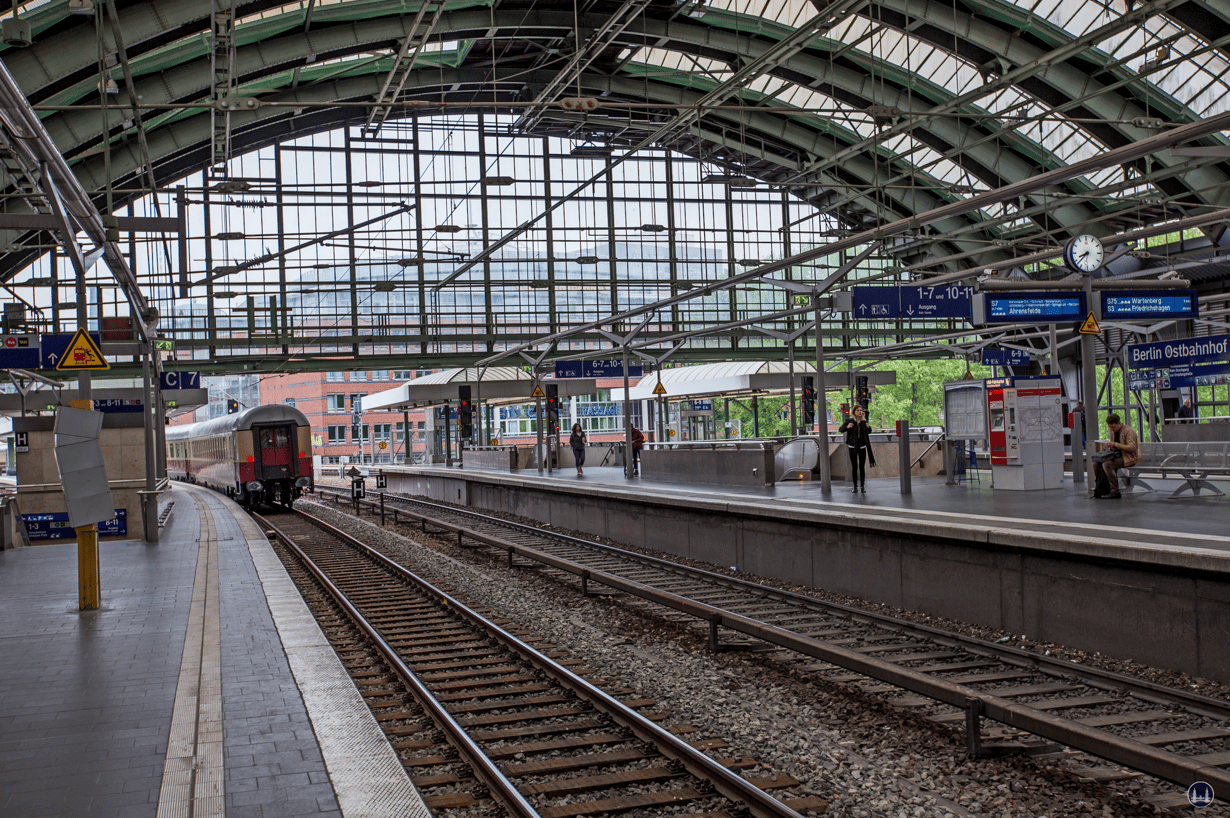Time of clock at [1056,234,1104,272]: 8:37
